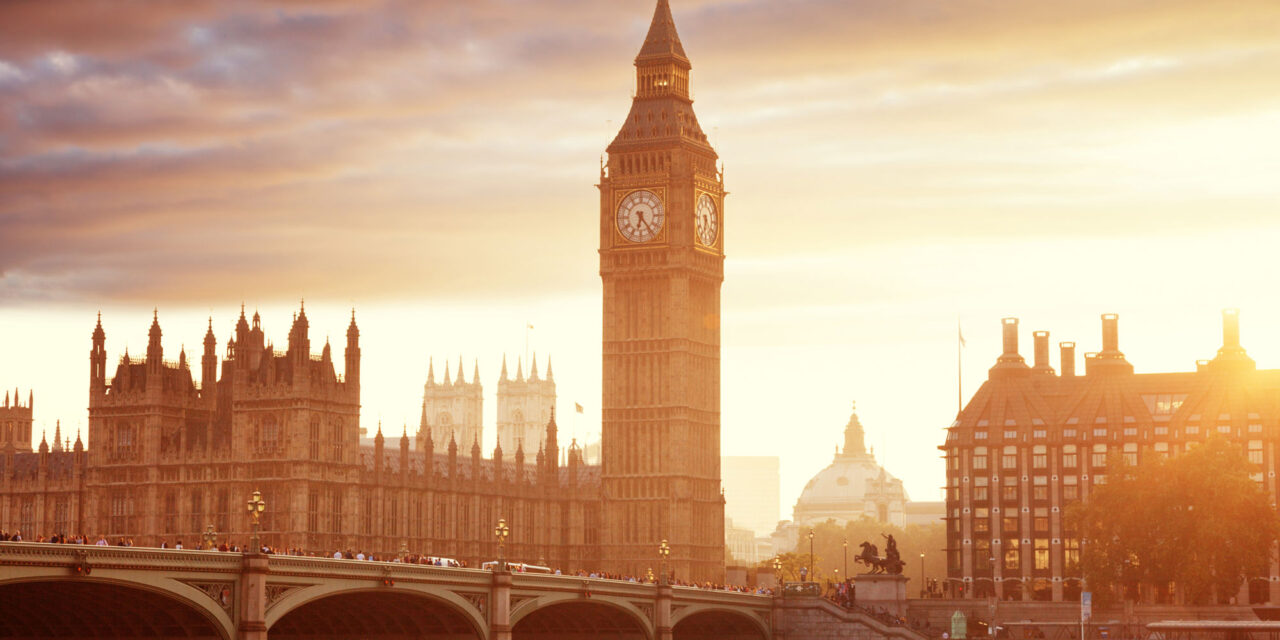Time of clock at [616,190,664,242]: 6:23
